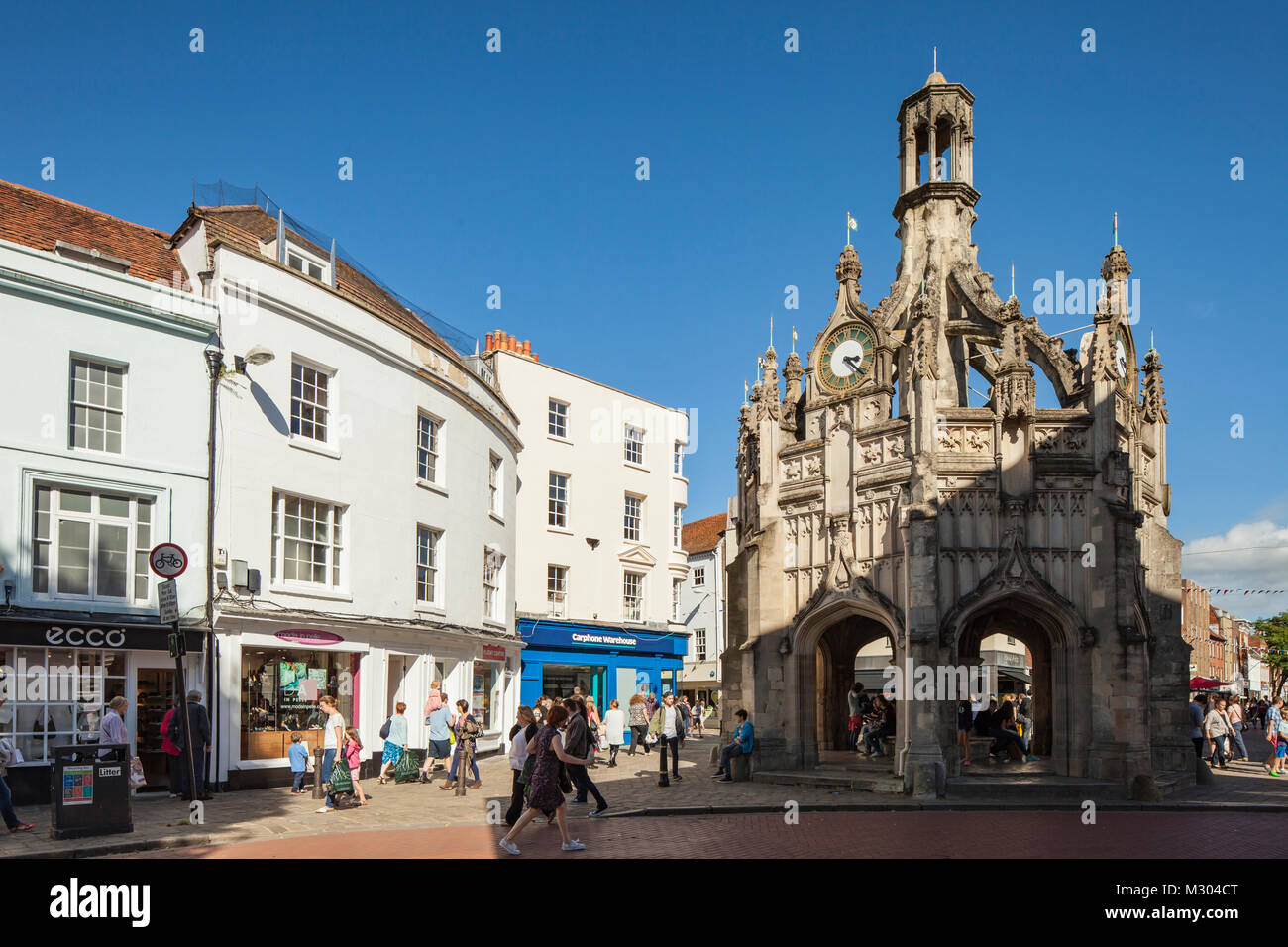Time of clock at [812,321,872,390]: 3:22
